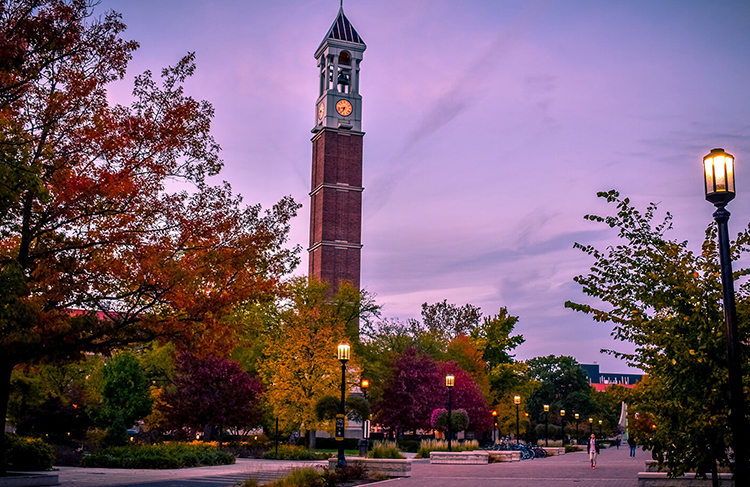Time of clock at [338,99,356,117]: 6:42
